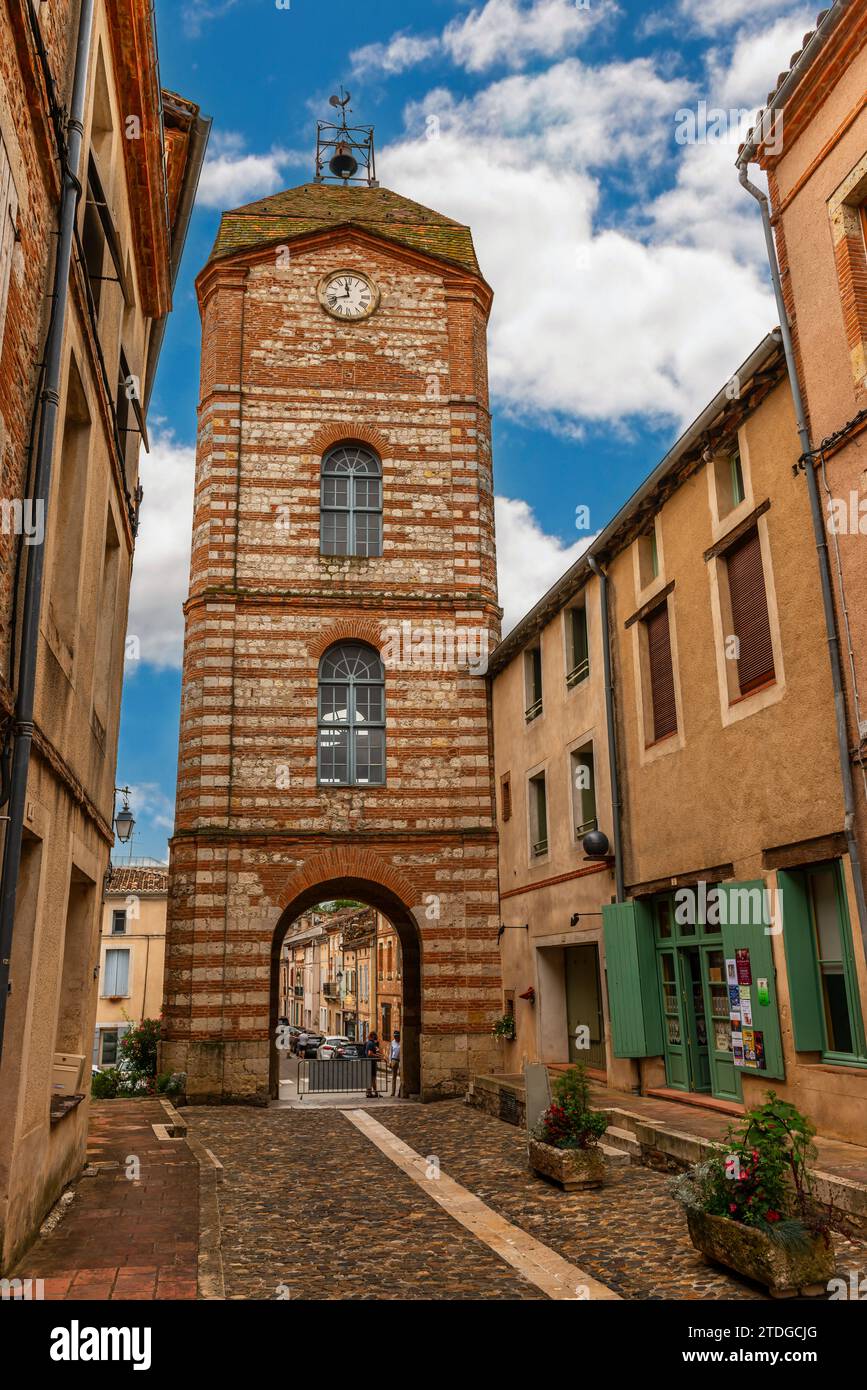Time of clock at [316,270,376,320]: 11:42
